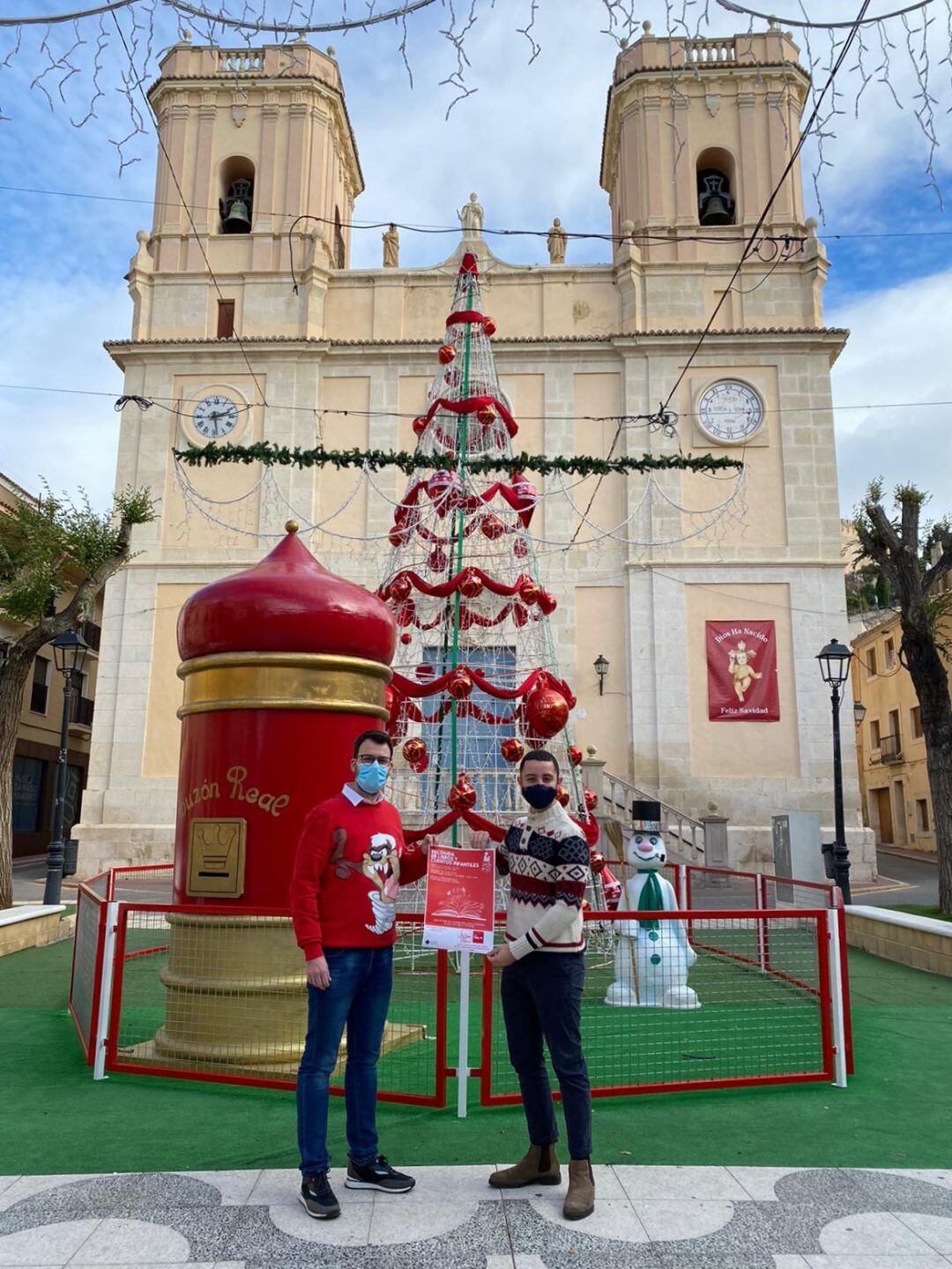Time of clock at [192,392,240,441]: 2:28
